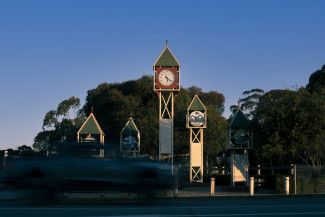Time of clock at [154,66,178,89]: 5:20
